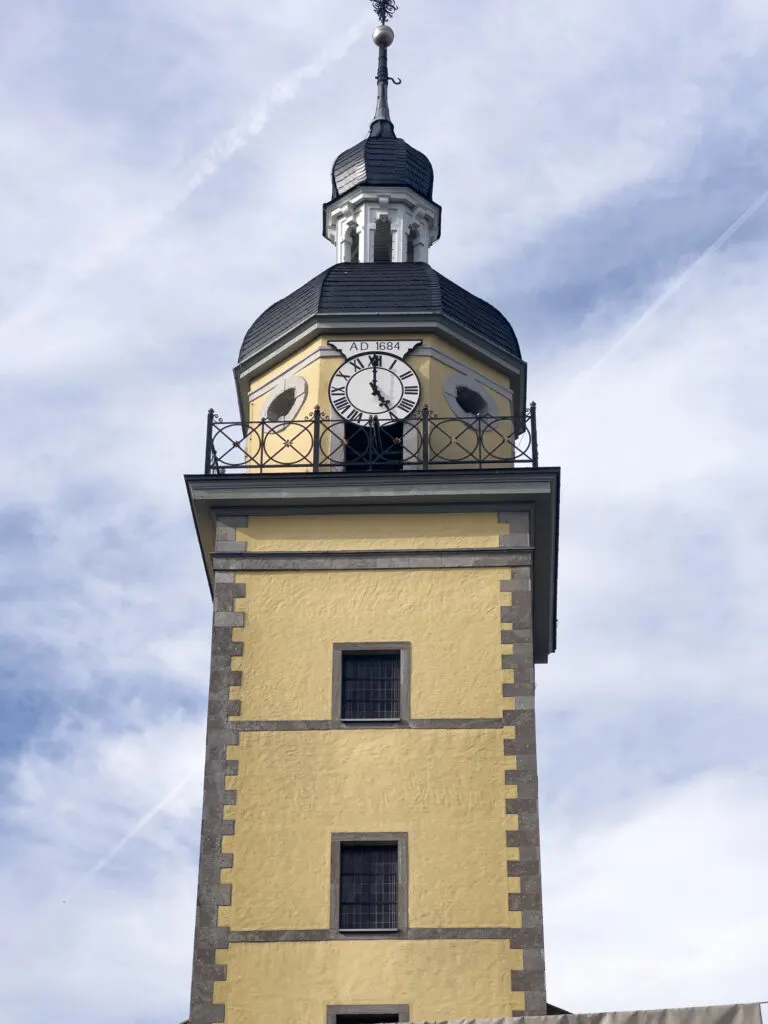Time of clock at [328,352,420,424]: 4:59
